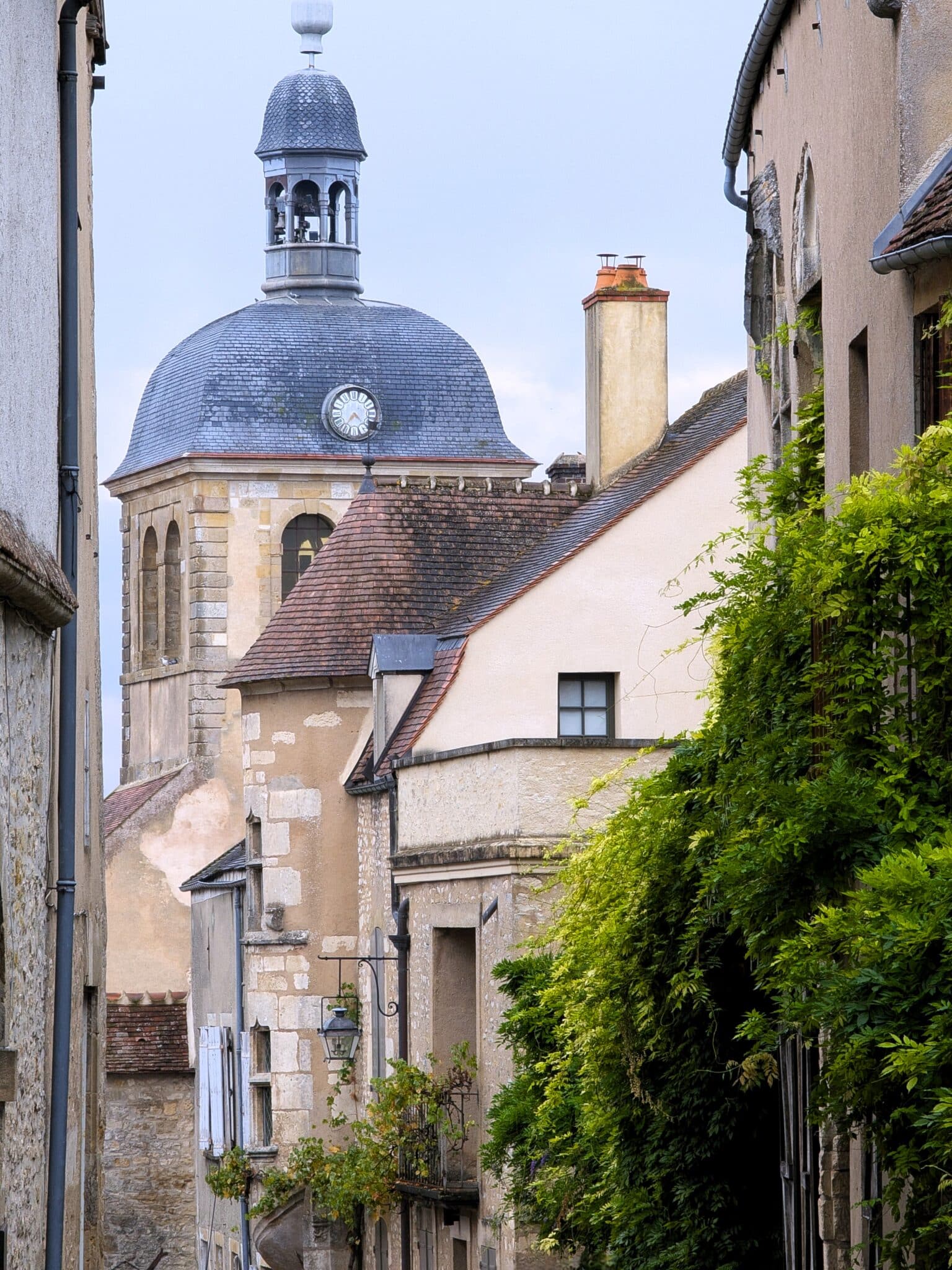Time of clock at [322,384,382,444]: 7:22
